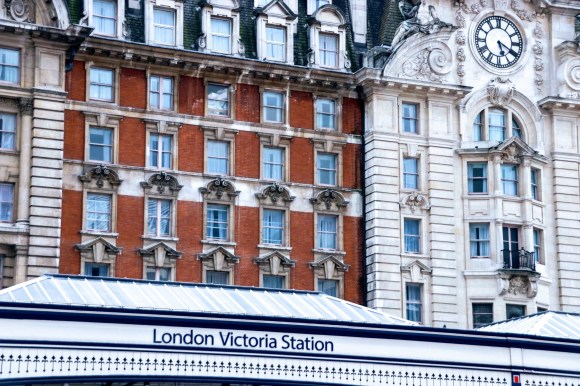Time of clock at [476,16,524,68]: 5:19
